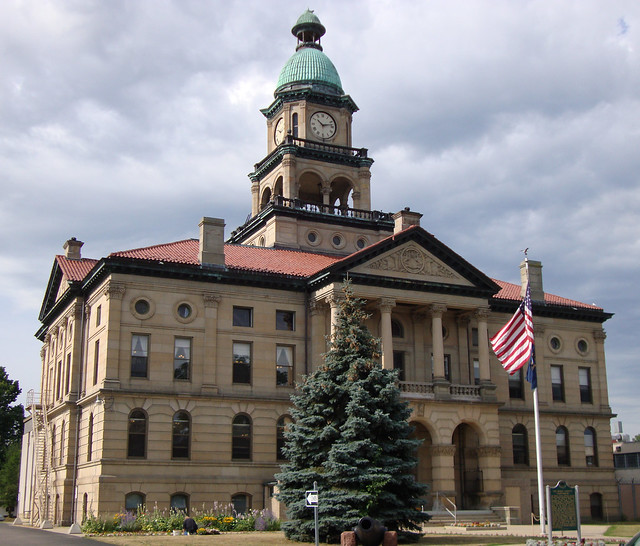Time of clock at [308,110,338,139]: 10:12
